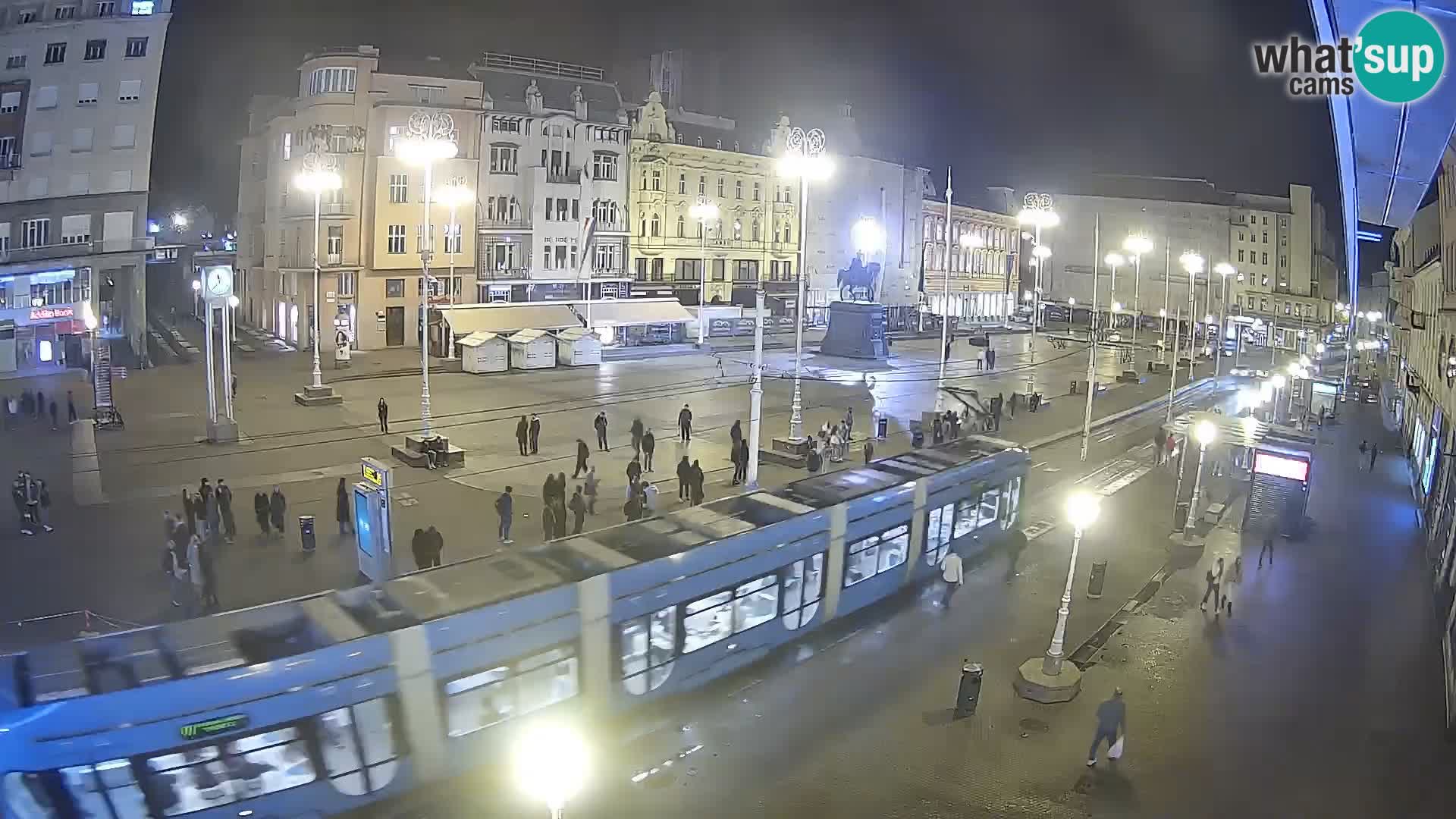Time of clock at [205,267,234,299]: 11:37
